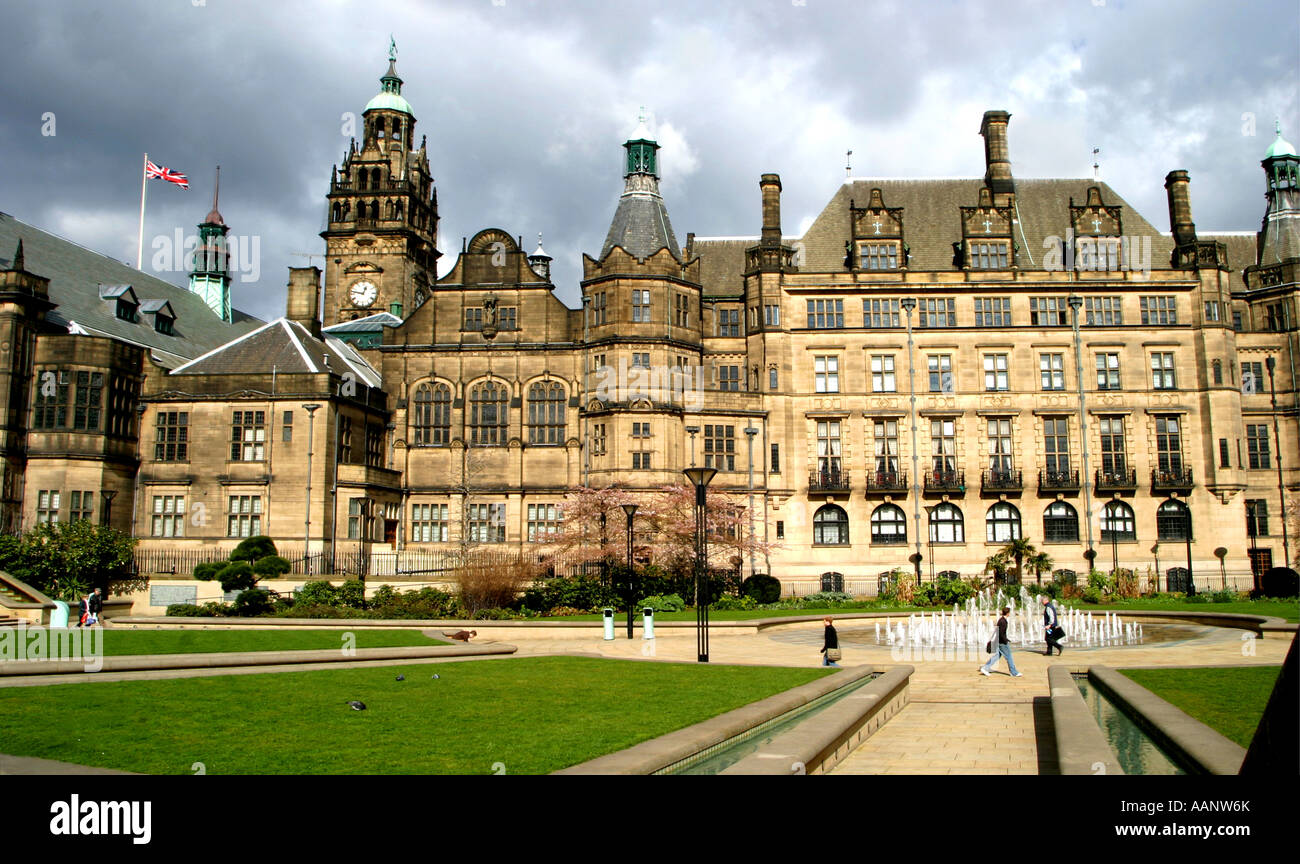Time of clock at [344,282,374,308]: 12:47
